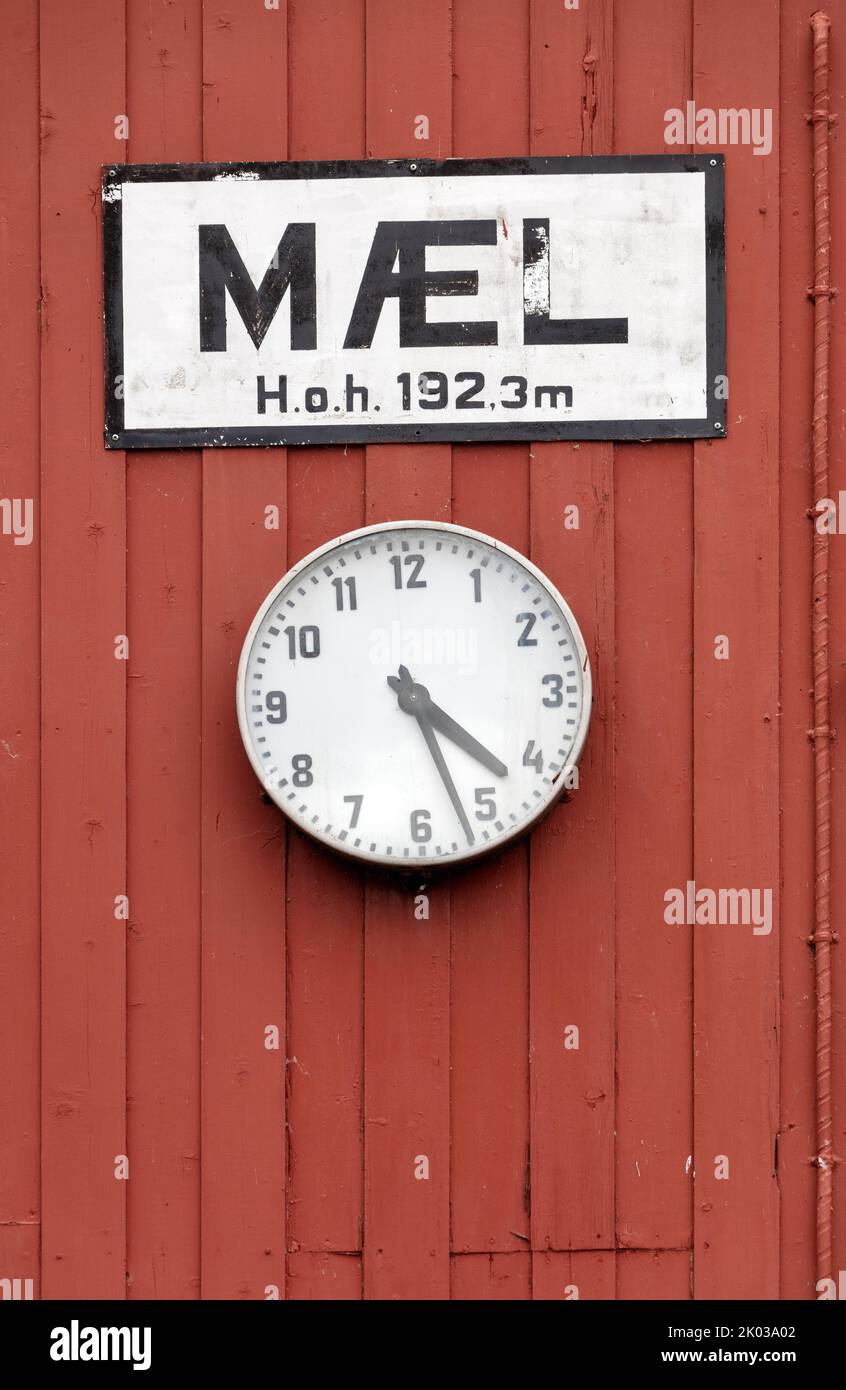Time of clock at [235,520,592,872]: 4:26
